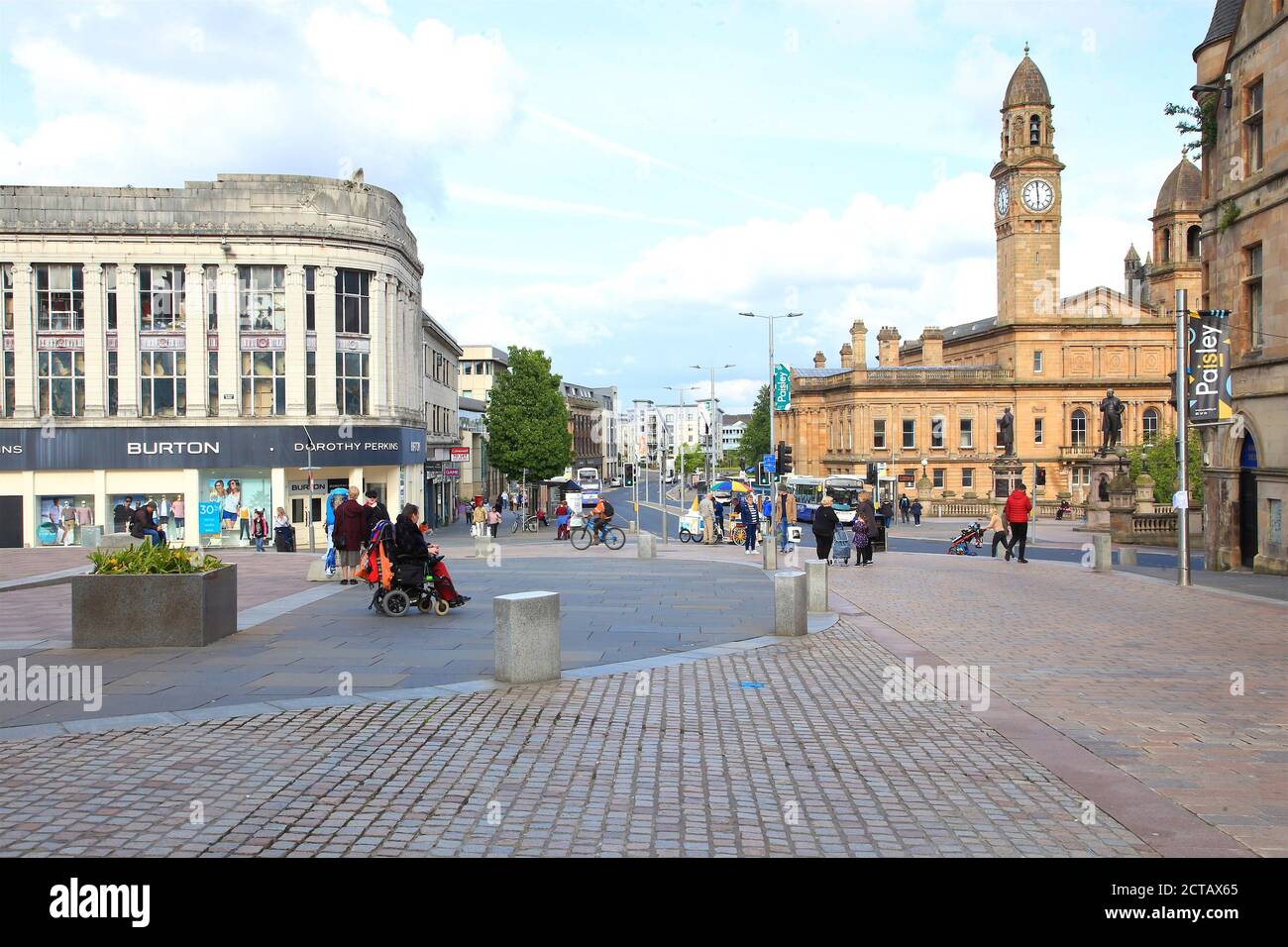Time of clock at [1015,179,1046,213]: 5:59
